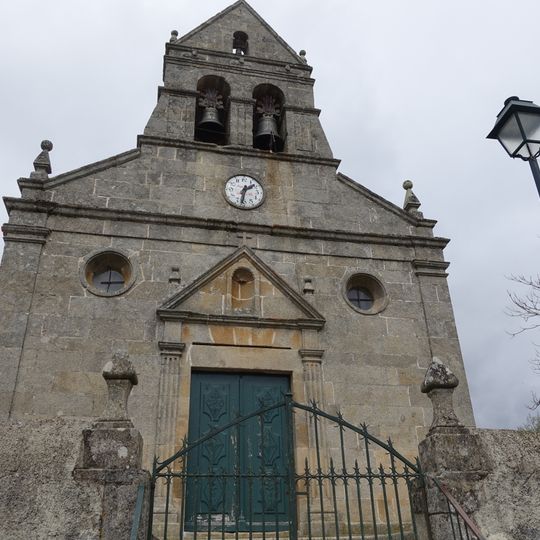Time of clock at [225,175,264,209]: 1:32
